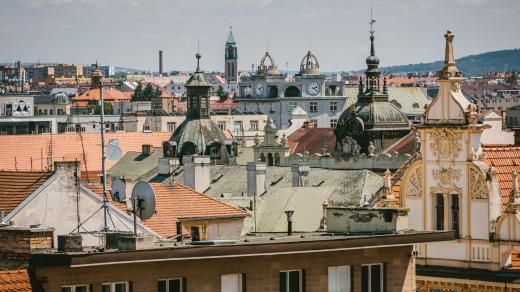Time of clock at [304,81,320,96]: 2:21
